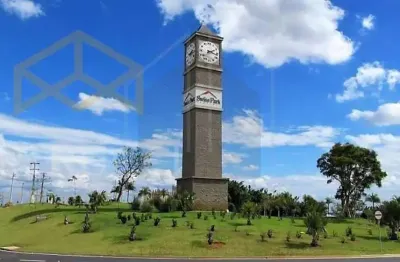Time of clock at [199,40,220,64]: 2:17
